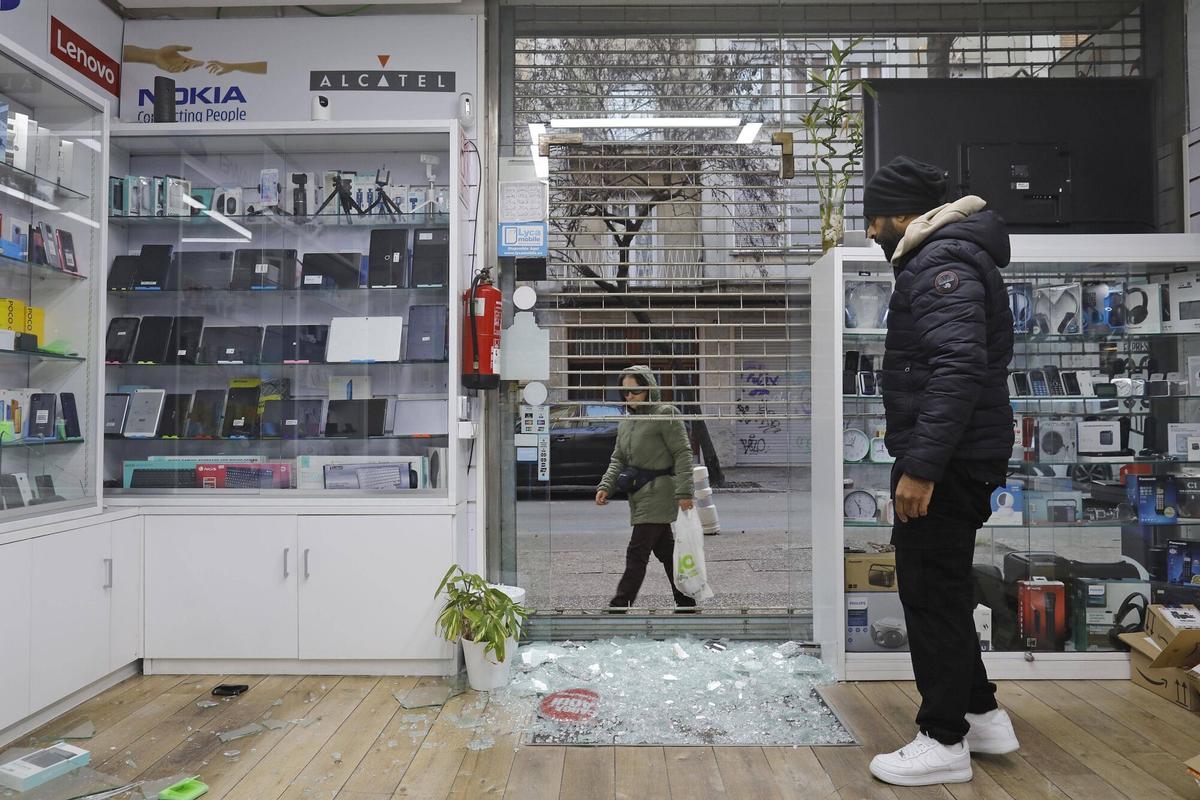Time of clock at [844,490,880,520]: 5:54
